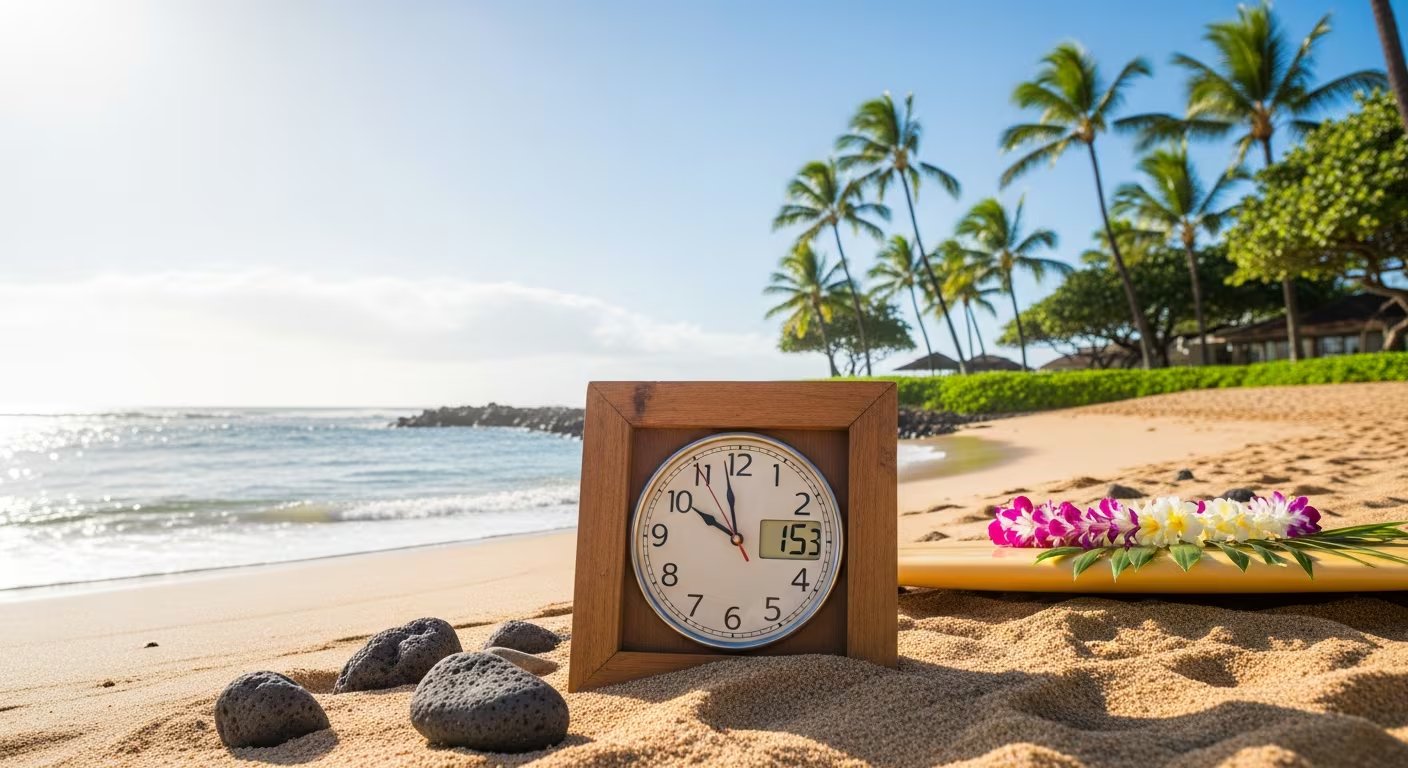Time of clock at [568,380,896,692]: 9:58
